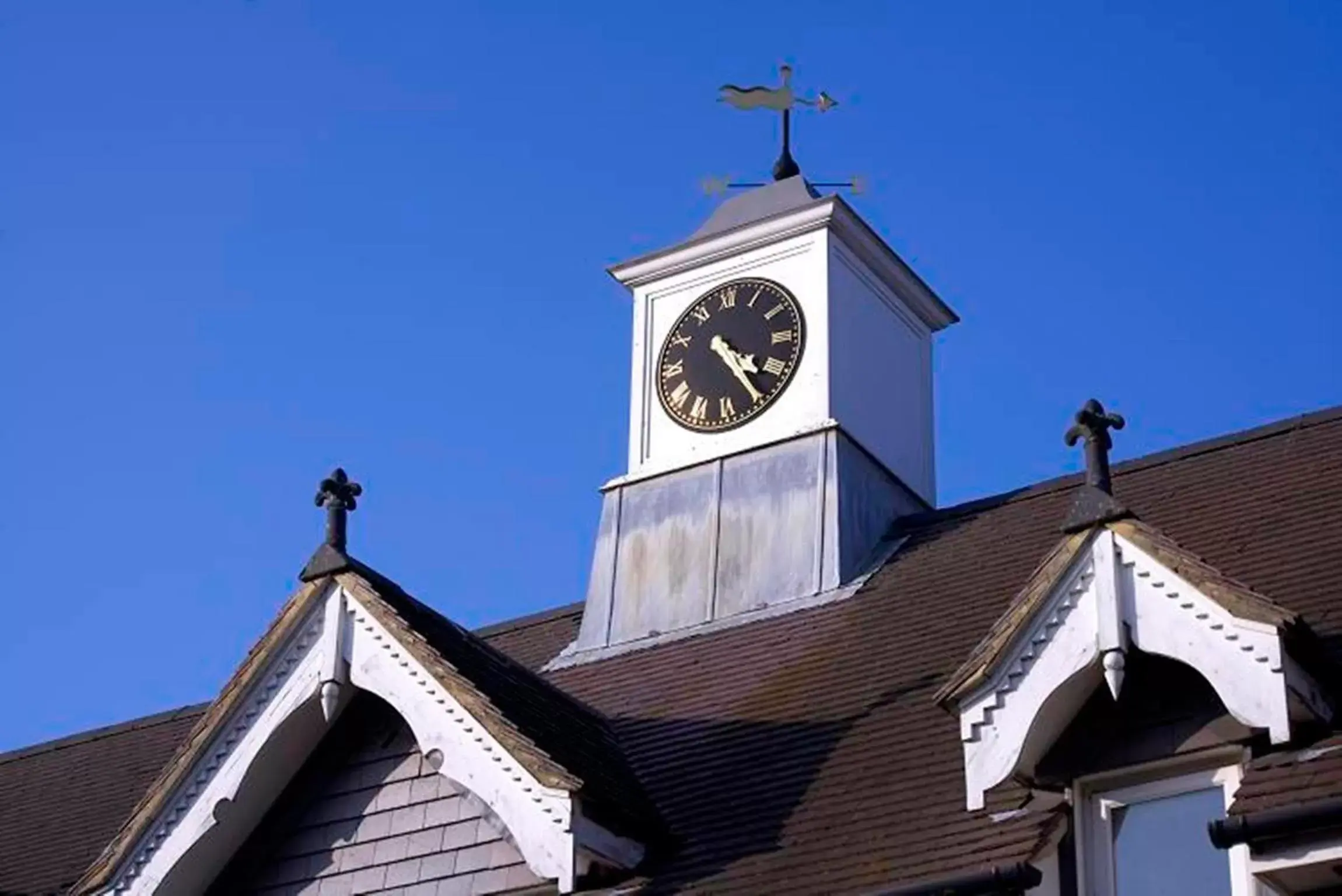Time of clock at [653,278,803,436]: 4:24
